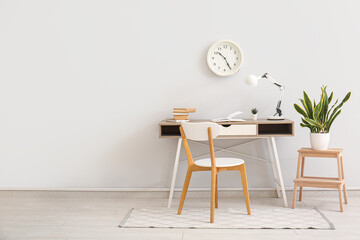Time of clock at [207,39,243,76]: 10:24
